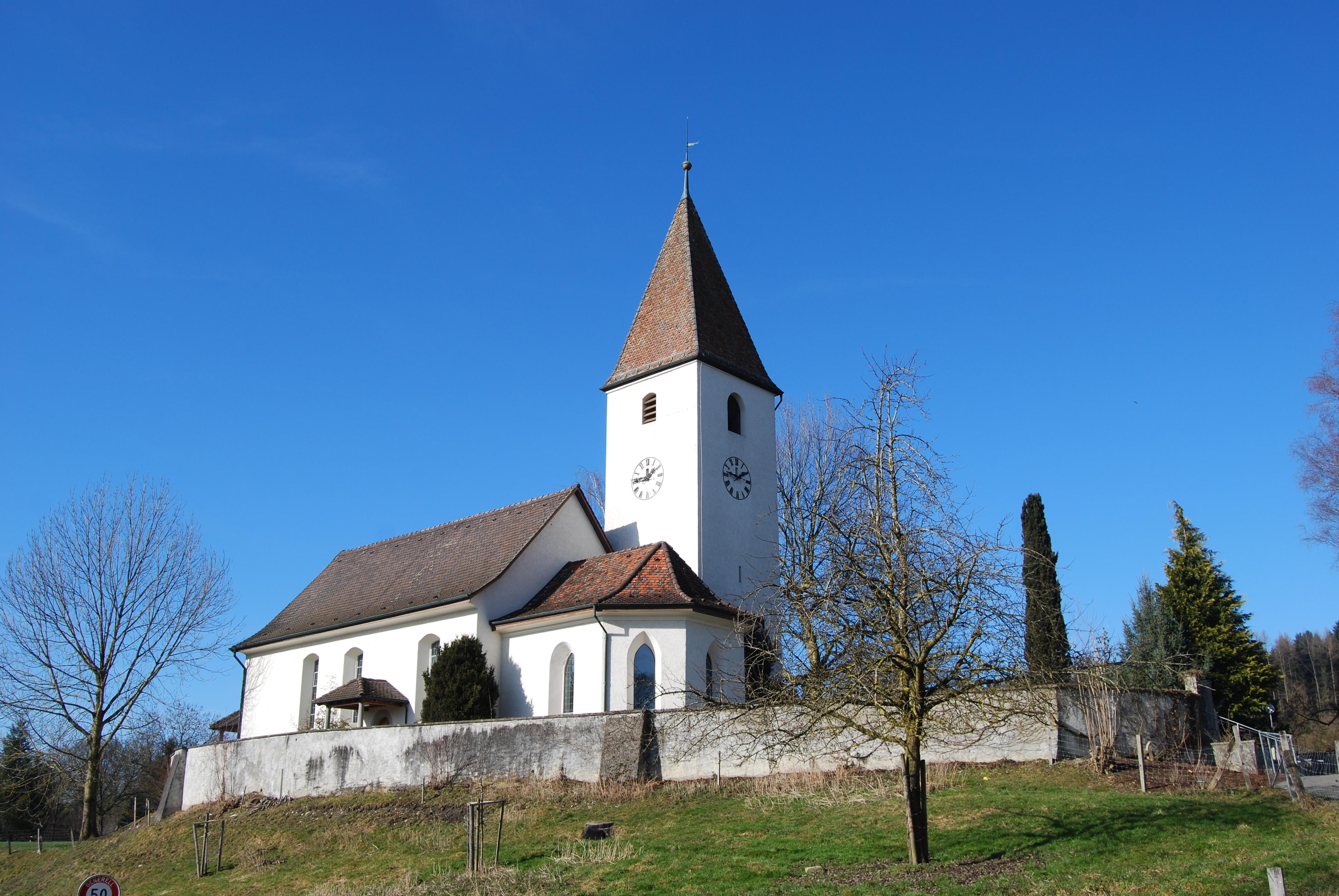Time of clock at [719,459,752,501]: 1:46
